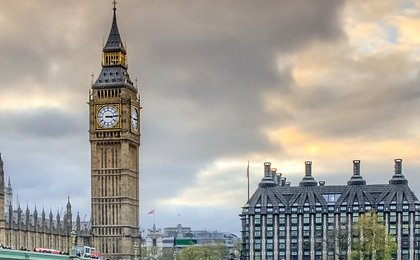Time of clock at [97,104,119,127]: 3:14
